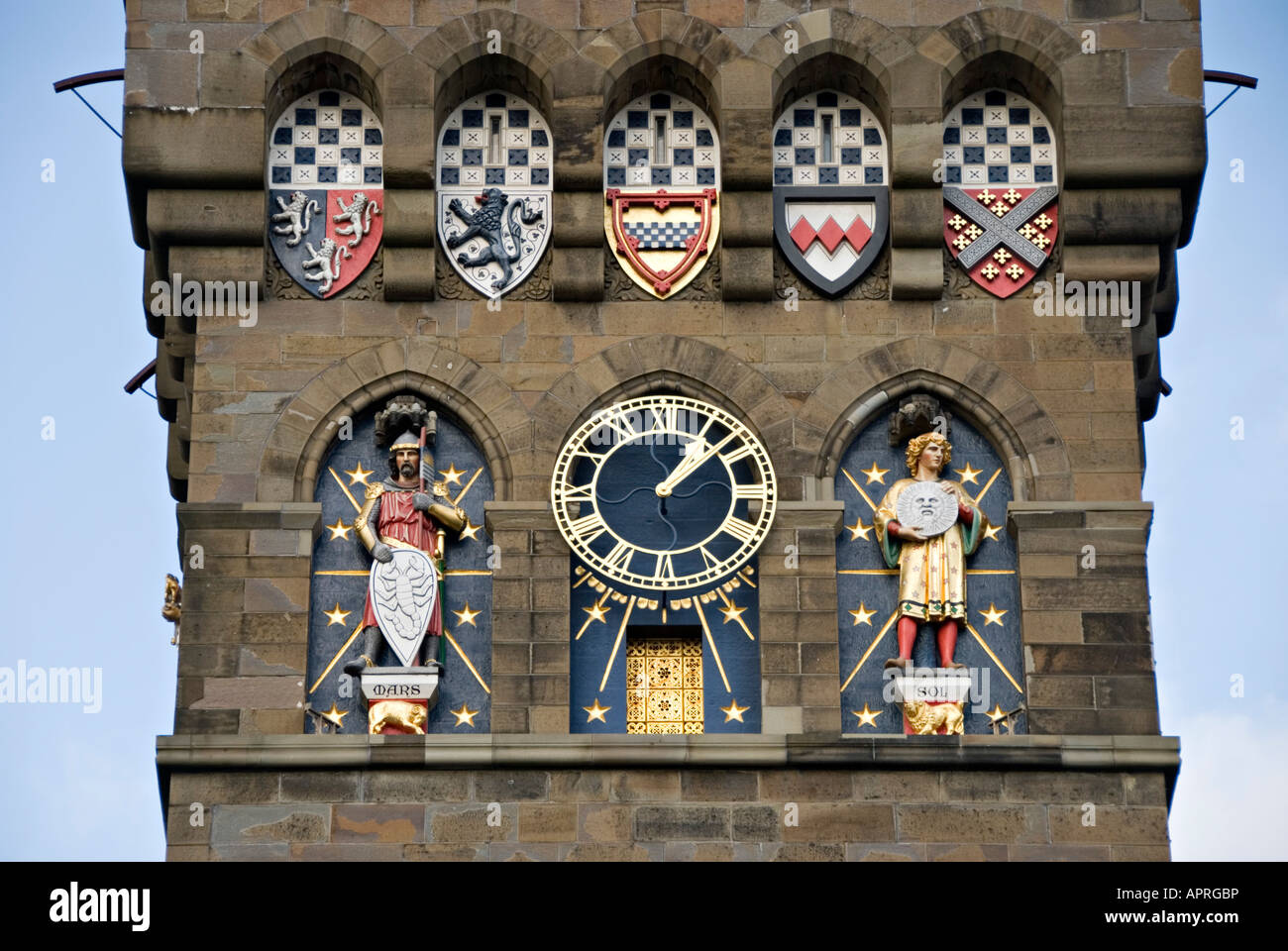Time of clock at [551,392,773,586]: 1:07
